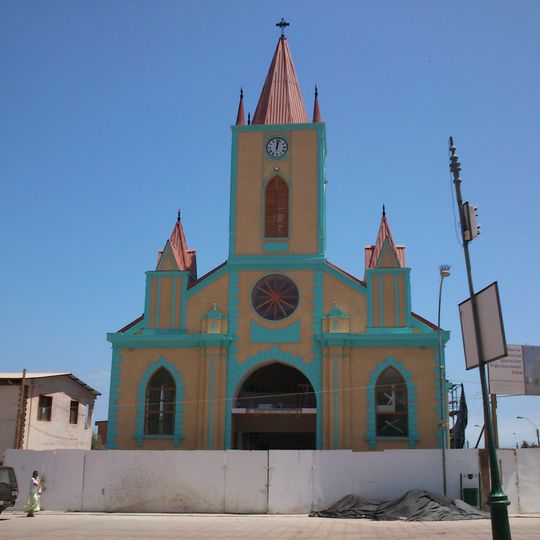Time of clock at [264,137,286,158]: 12:02
